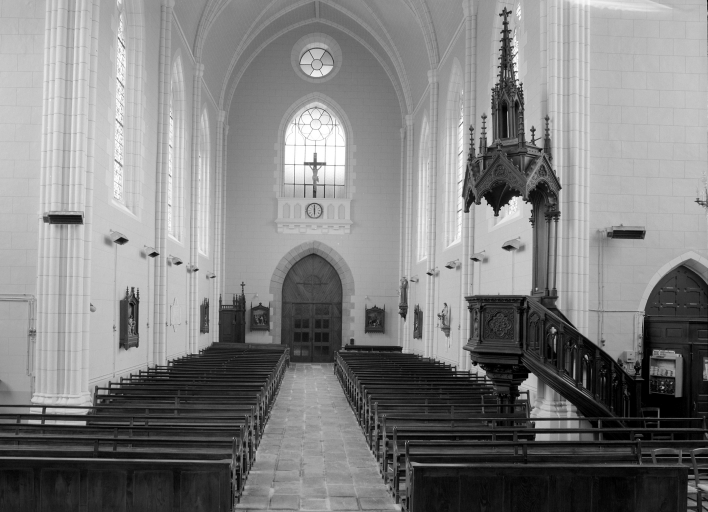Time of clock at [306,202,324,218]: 6:00
